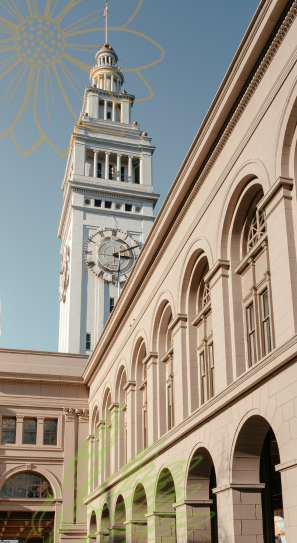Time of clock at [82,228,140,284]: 3:10
